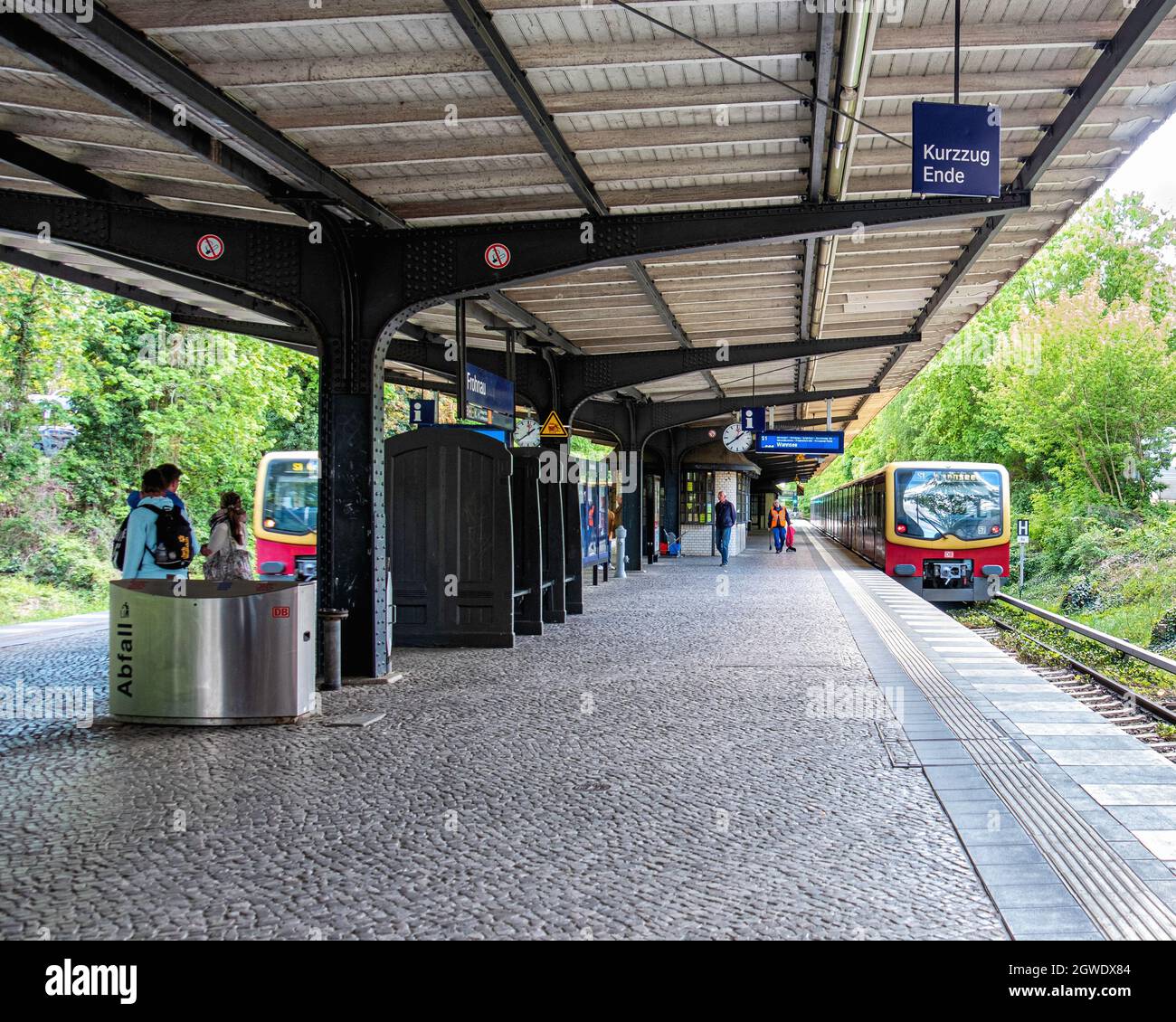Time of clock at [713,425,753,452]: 1:39
